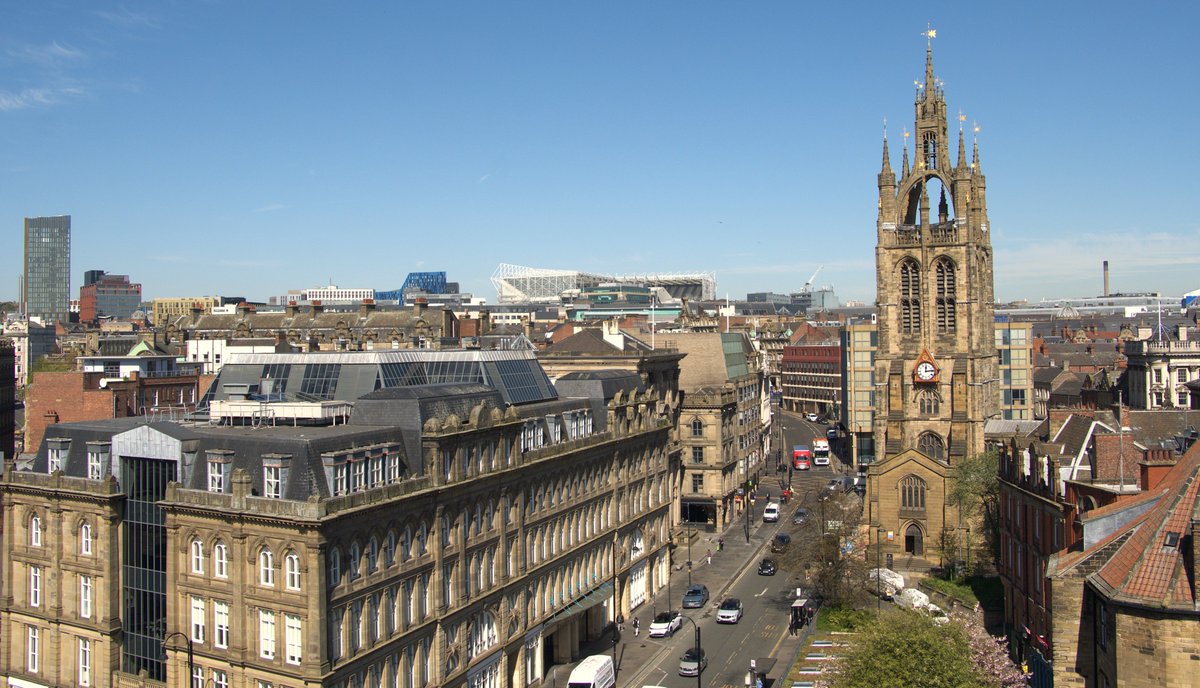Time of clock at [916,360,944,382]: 12:13
